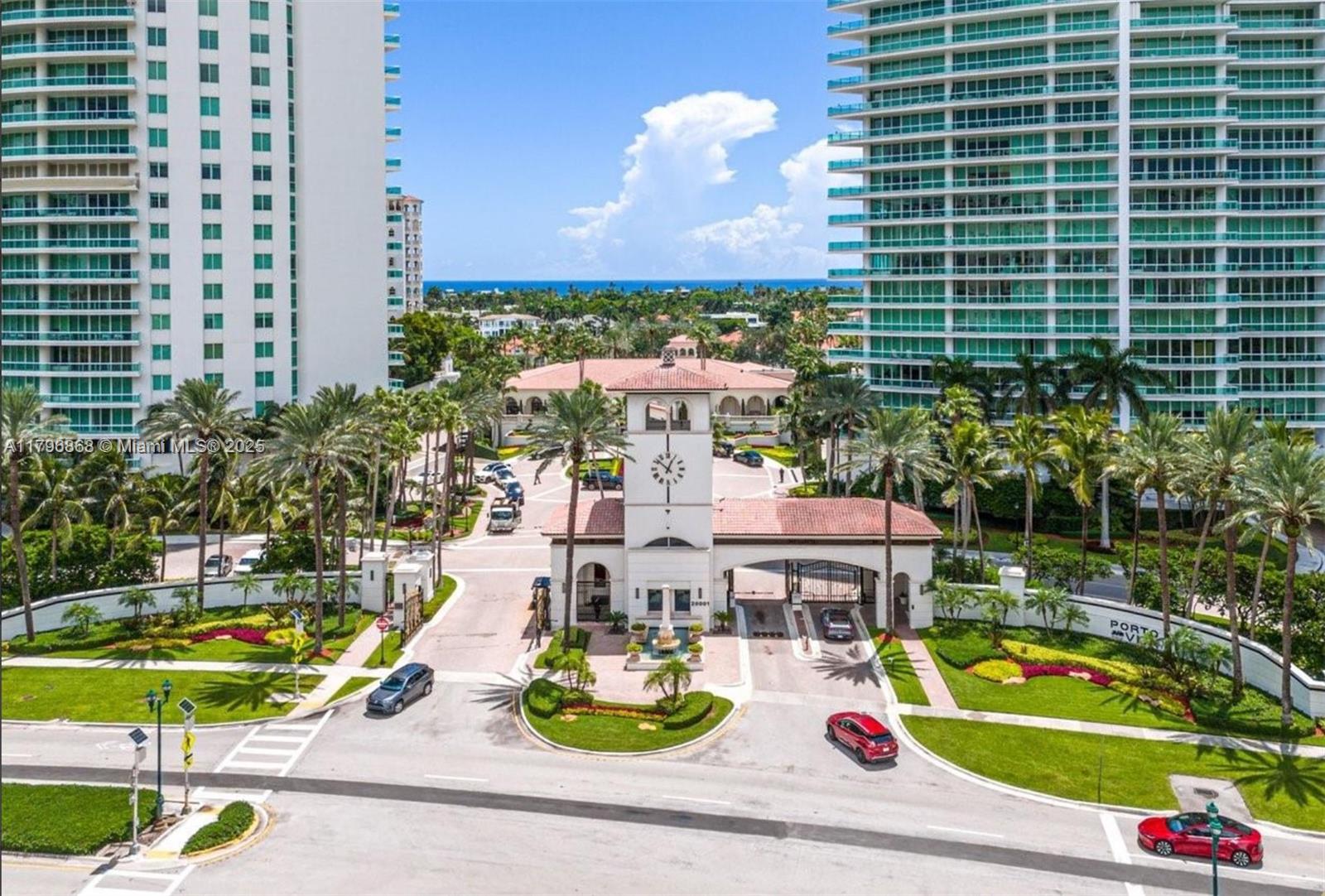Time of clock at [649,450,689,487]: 12:51
